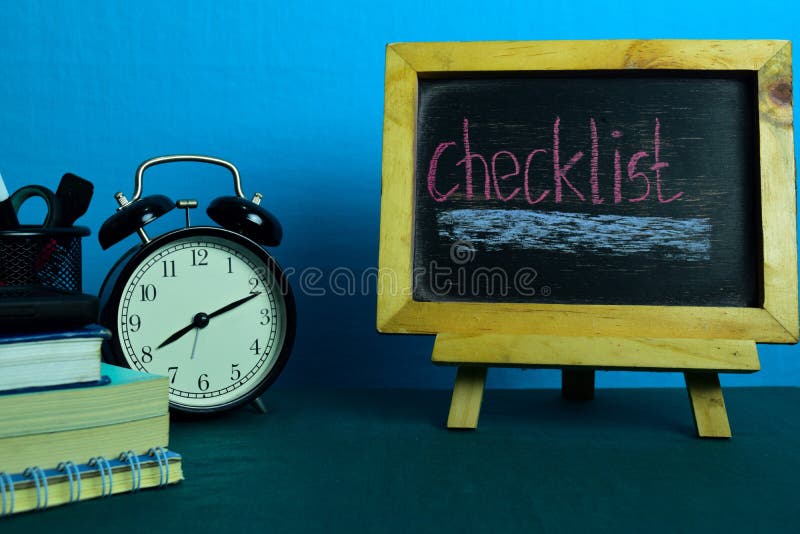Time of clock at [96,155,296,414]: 8:11
